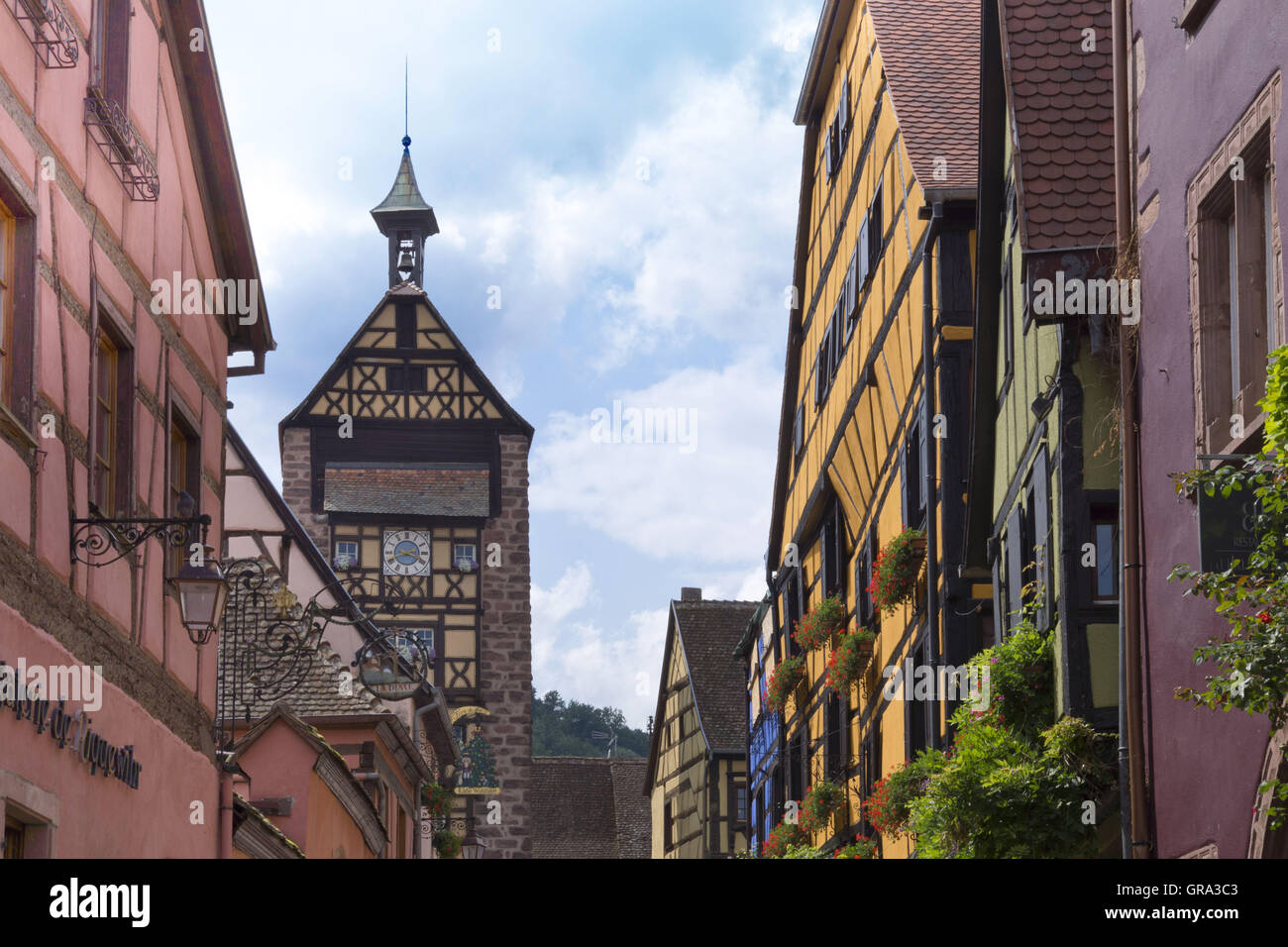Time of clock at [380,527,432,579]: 3:41
